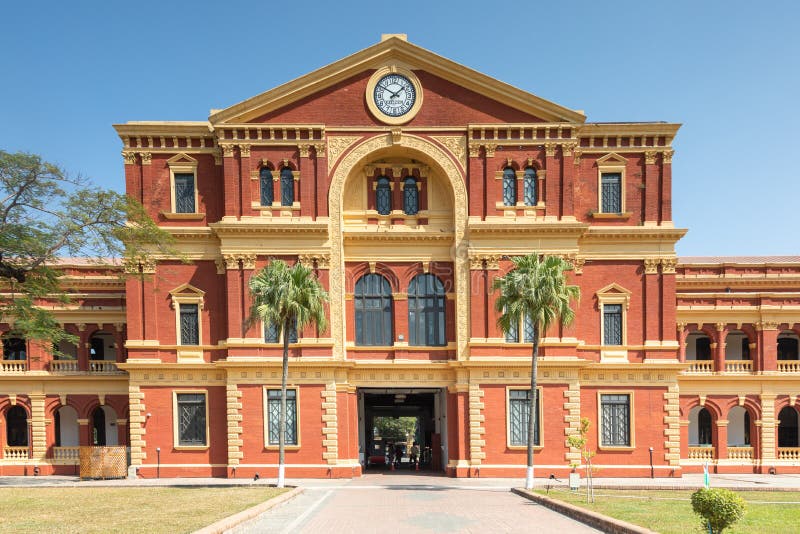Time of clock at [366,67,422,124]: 1:50
